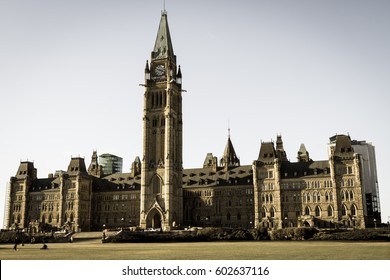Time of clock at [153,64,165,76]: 3:48
